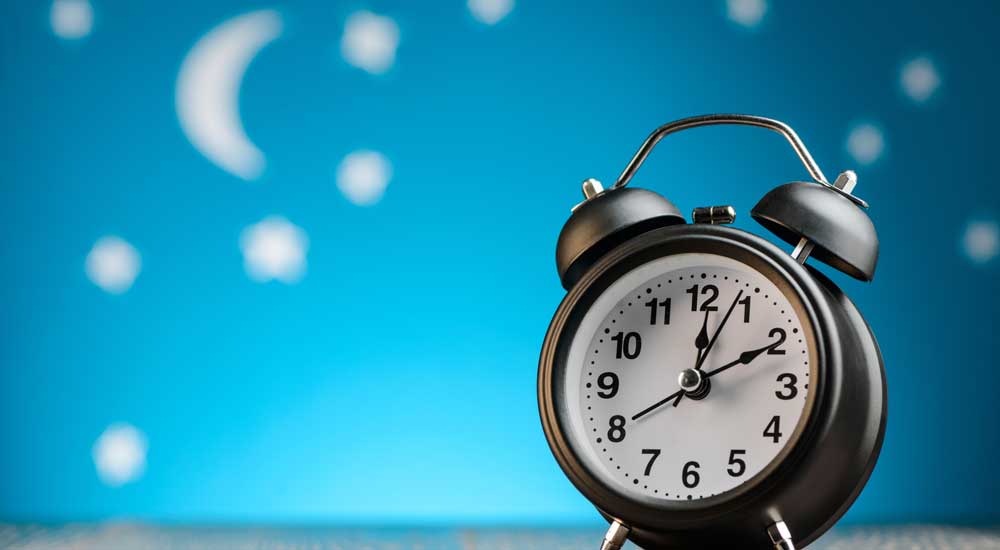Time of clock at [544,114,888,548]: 12:10
